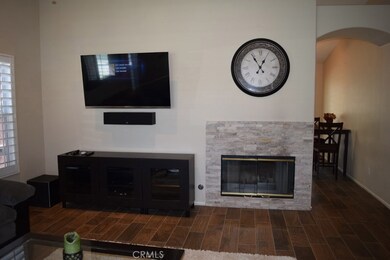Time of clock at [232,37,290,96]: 12:54
